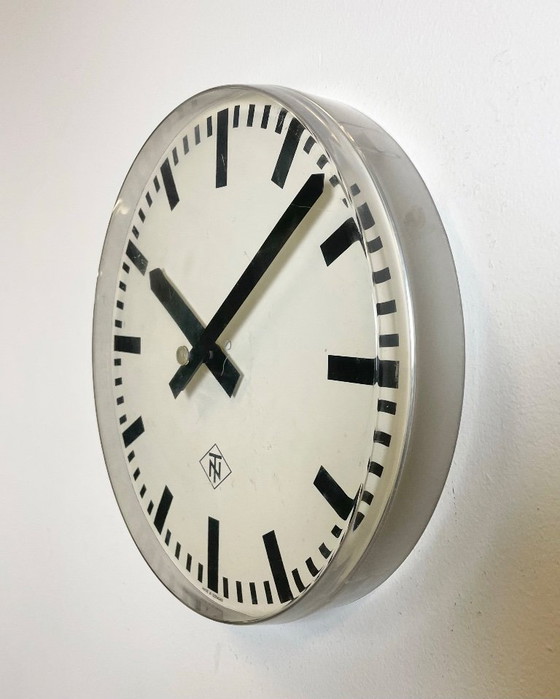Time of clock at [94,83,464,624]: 10:07
